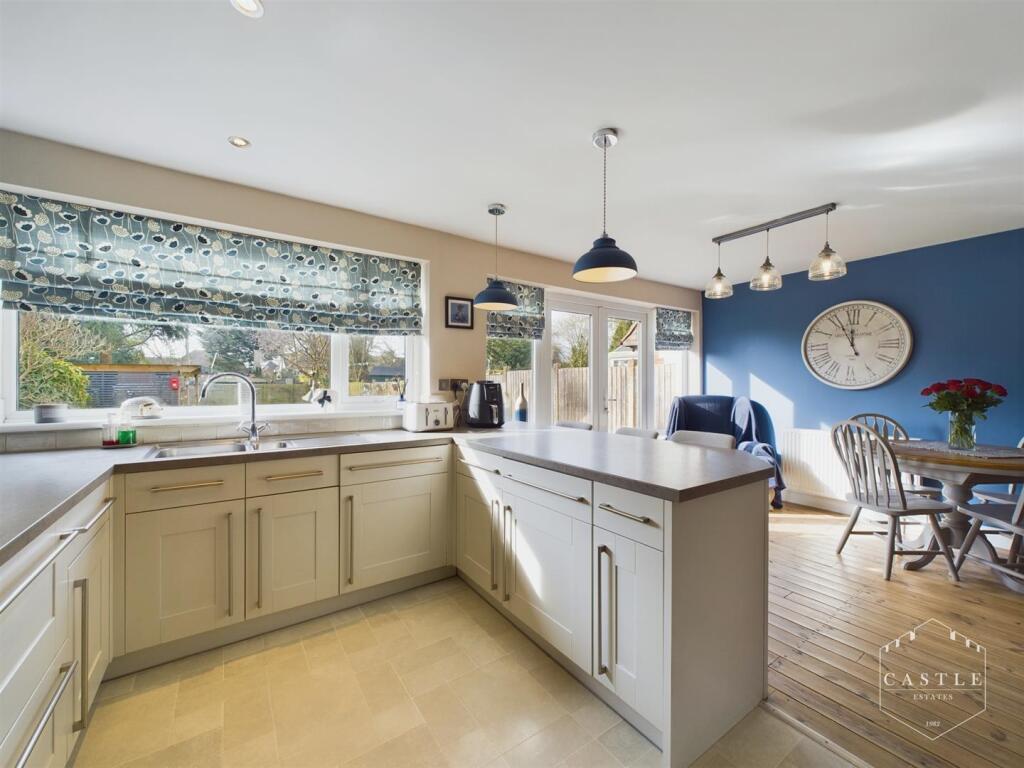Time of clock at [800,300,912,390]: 11:55
